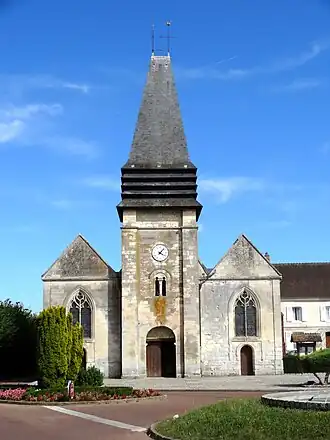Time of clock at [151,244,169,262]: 4:07
